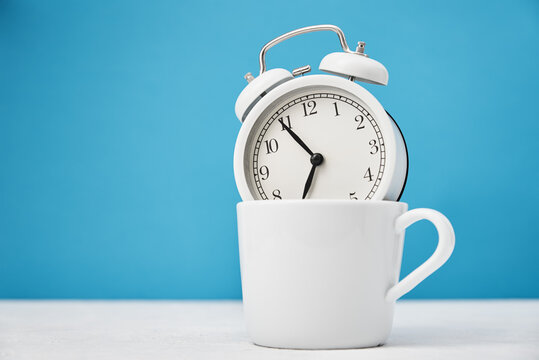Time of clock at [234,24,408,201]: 6:54
